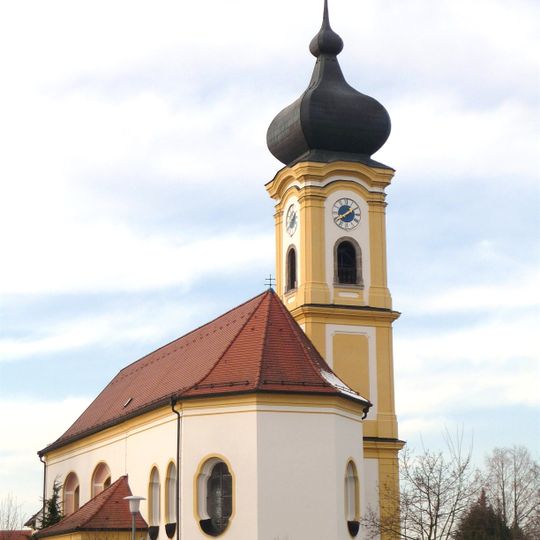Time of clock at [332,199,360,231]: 1:39
